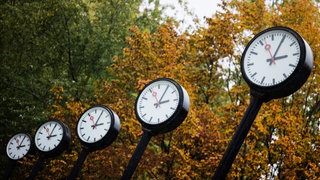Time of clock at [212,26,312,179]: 3:04
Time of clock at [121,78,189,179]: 3:05
